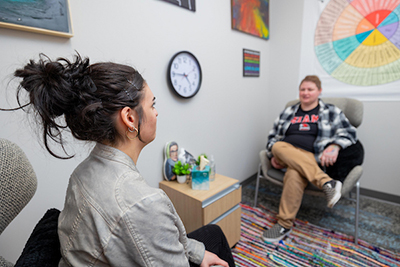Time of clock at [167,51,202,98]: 4:45
